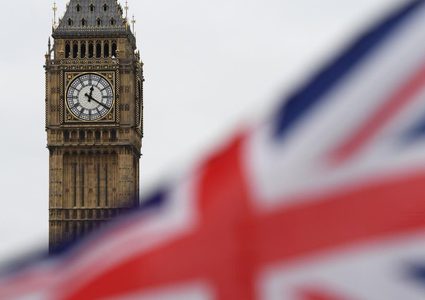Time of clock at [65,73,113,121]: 12:20
